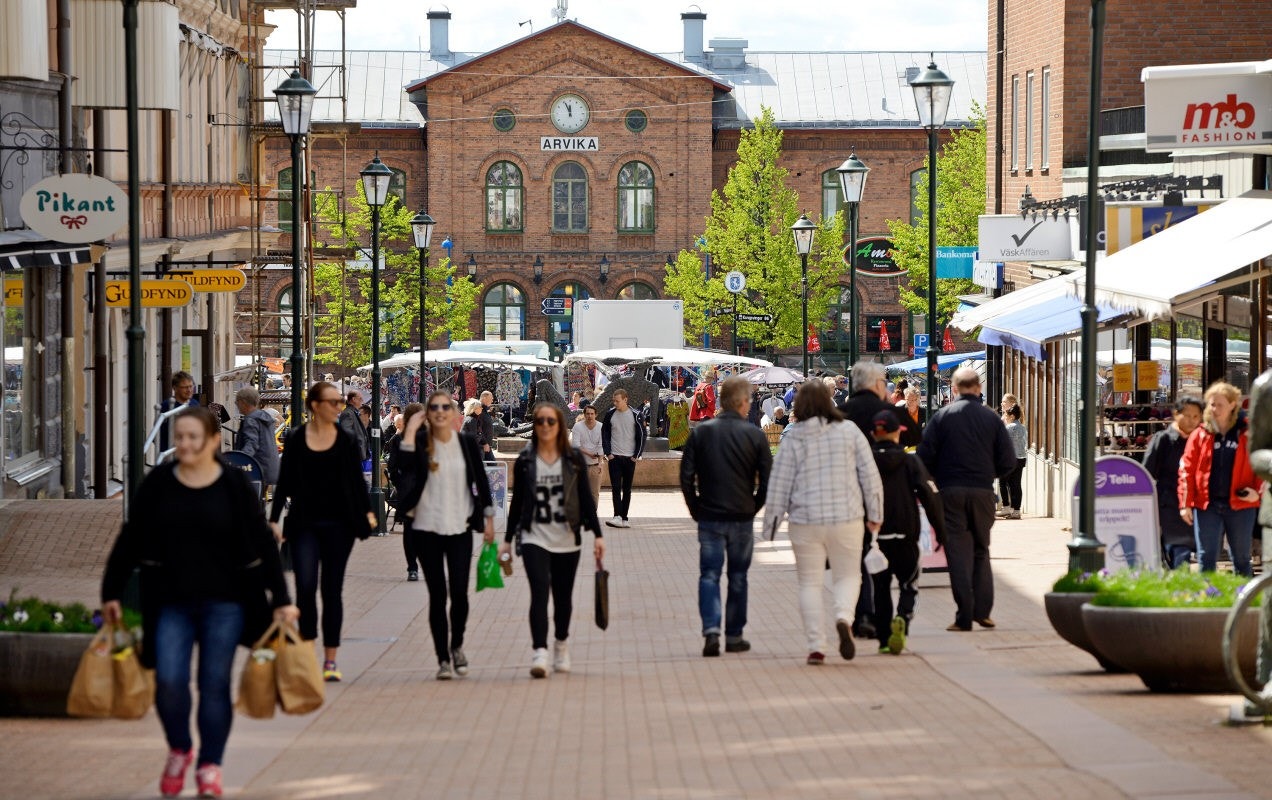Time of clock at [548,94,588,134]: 11:55
